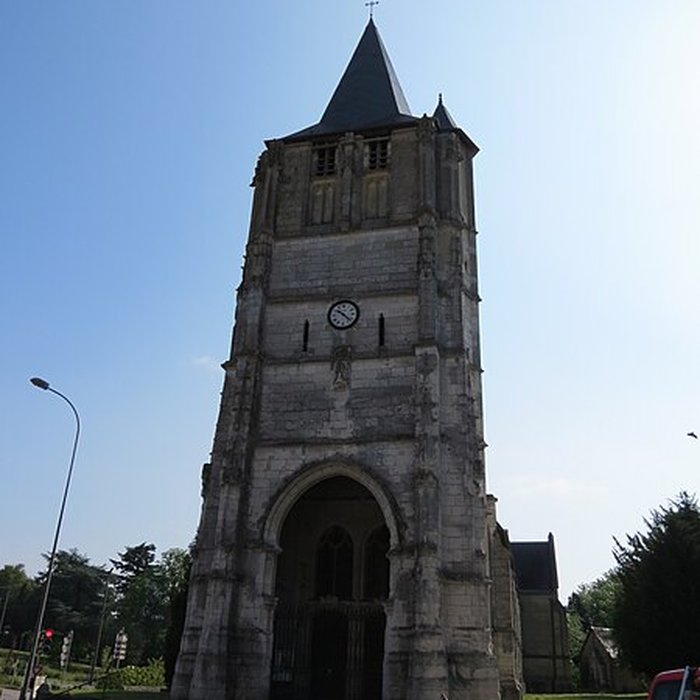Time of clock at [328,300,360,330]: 10:22
